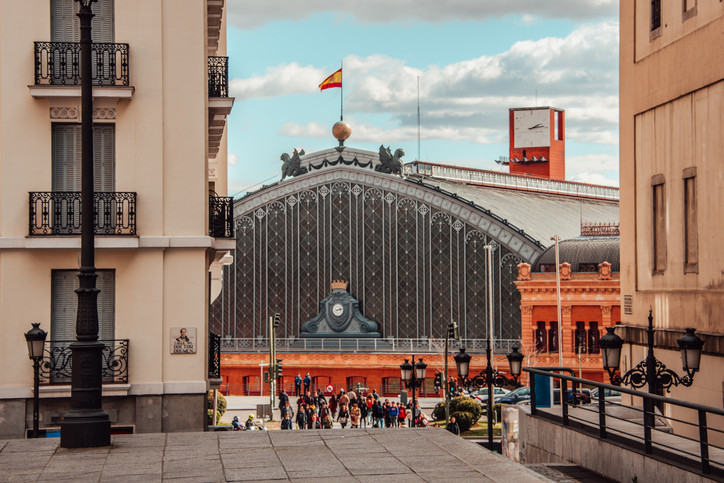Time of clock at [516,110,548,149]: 2:13
